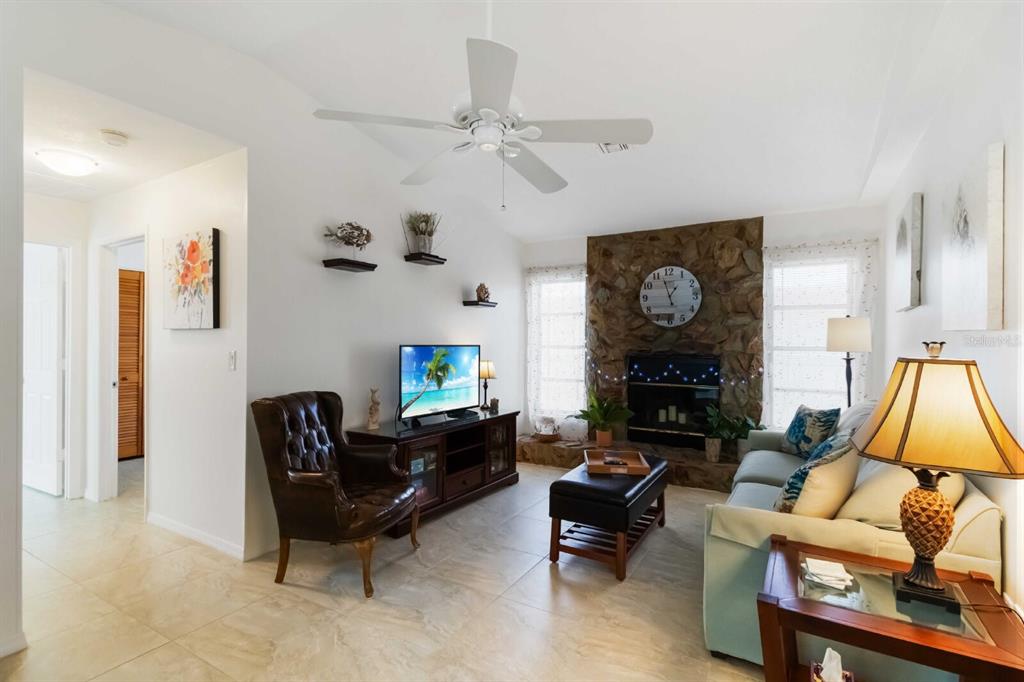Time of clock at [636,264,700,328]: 12:57
